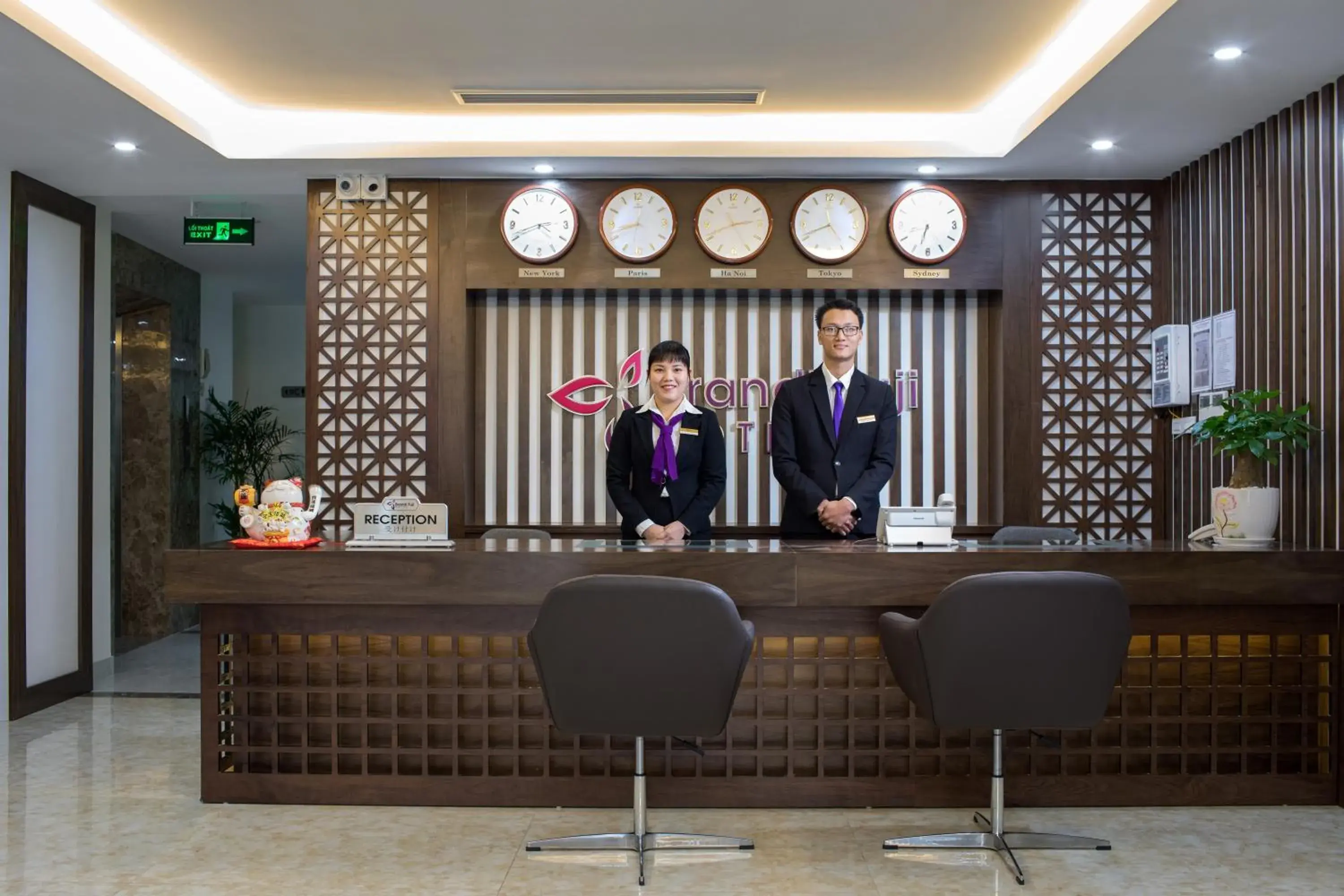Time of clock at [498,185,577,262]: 2:41
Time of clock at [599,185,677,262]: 8:42
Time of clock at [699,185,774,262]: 2:41
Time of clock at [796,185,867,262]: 11:41
